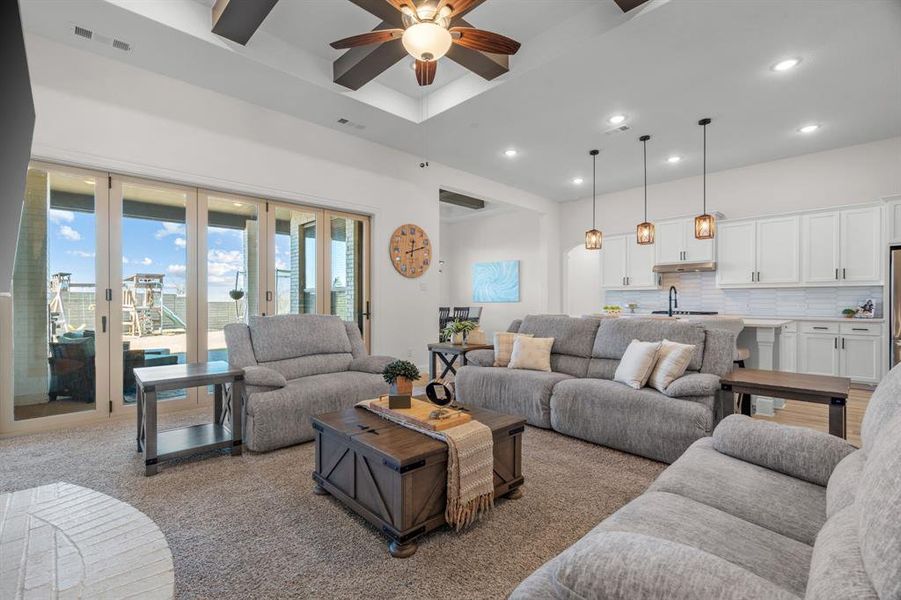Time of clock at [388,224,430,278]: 12:12
